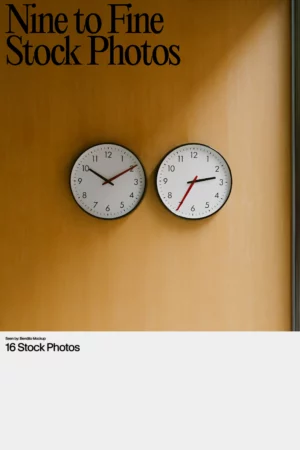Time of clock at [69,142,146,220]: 10:09
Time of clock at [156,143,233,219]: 2:34
